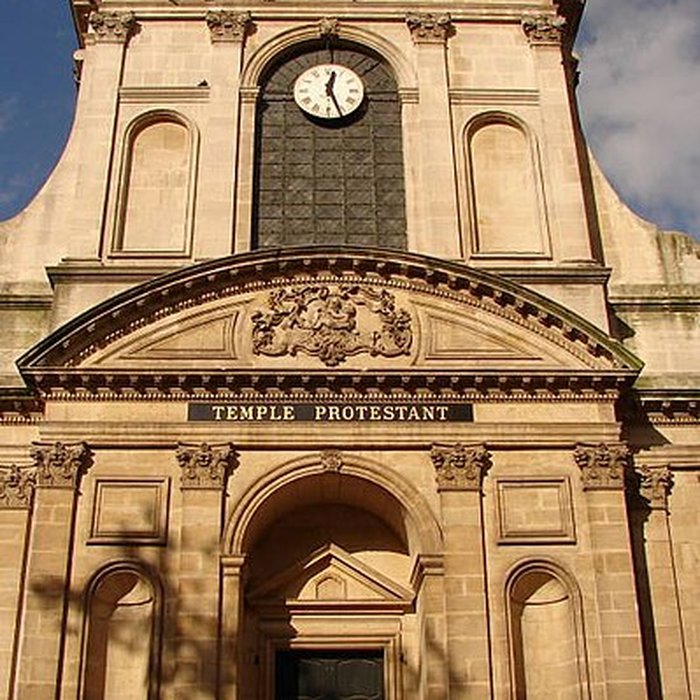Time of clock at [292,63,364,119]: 12:26
